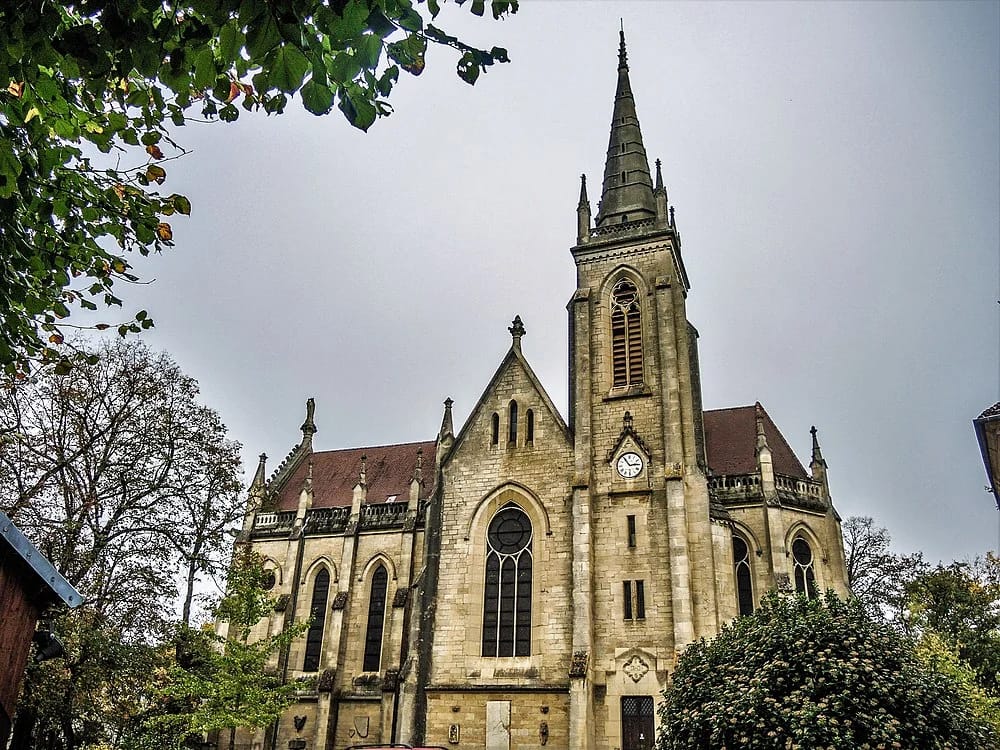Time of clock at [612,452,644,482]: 2:54
